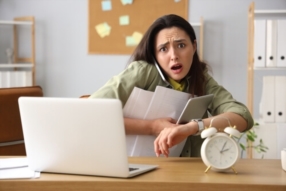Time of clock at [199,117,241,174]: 2:04
